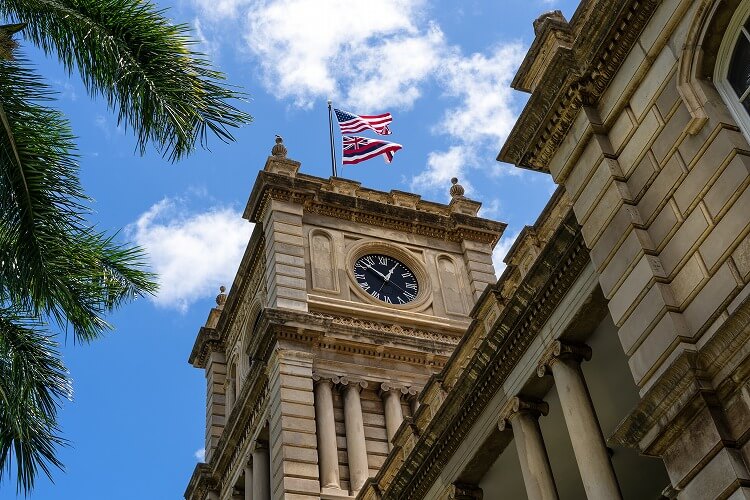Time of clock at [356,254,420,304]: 12:52
